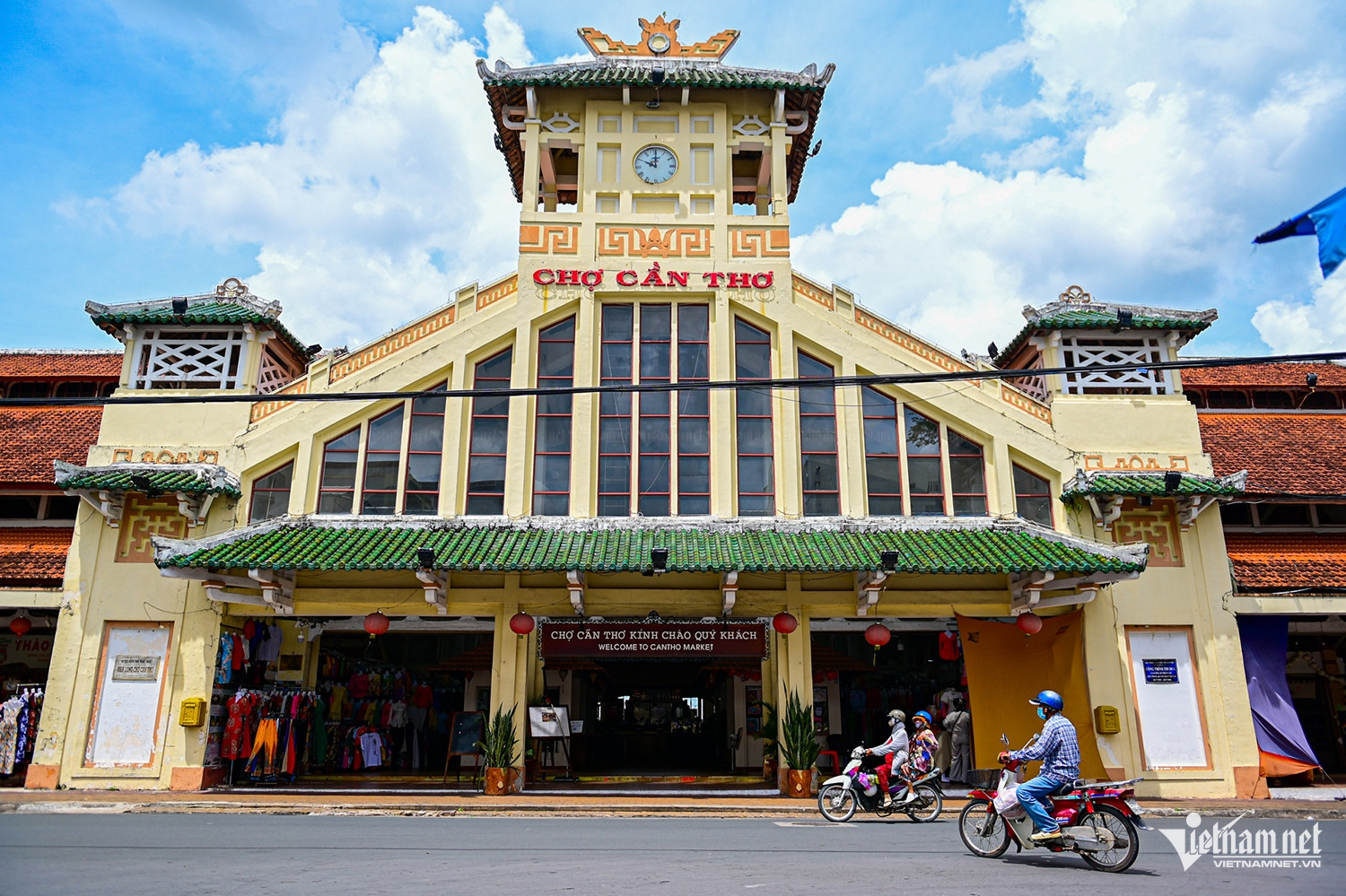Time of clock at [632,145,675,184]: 10:00
